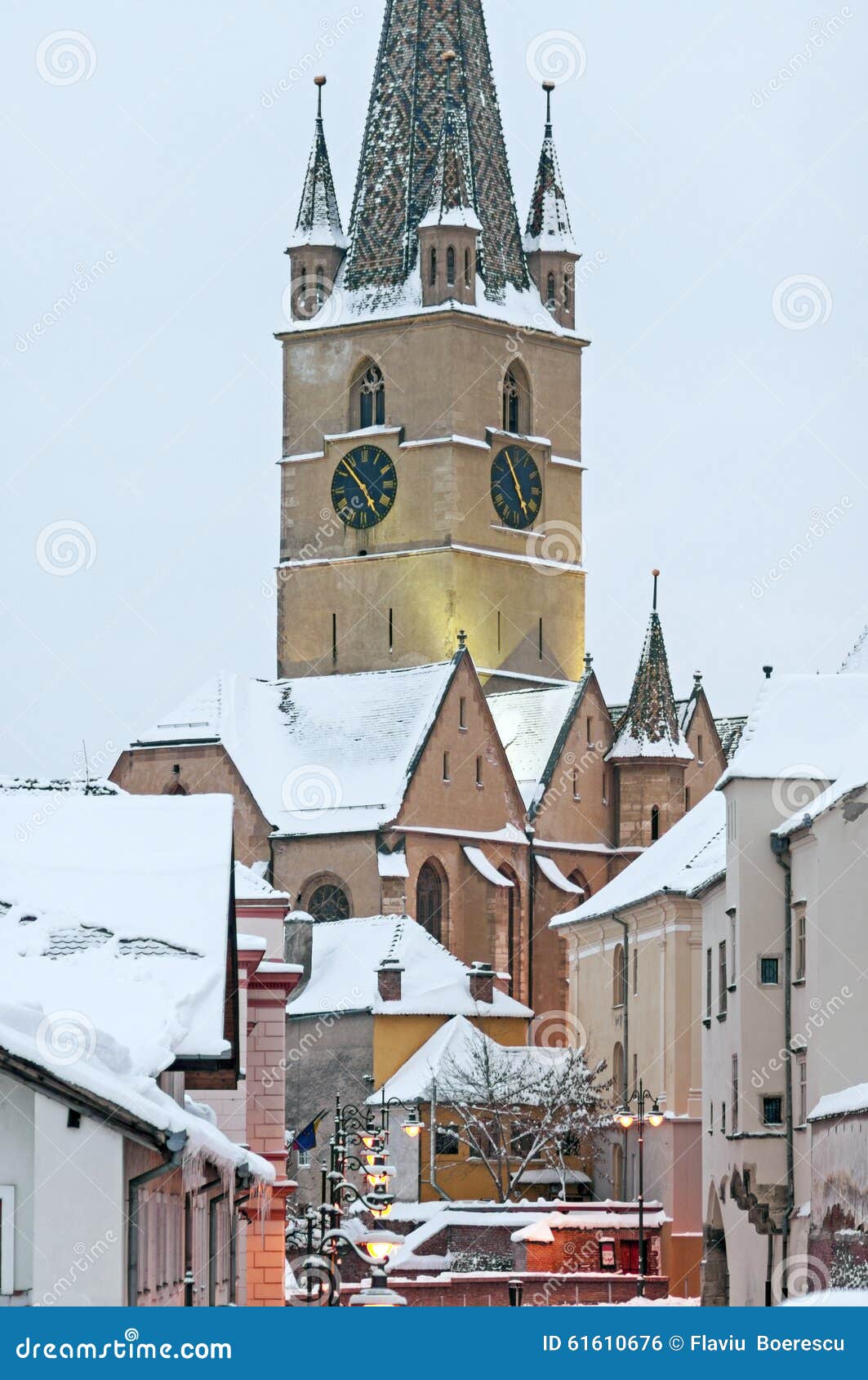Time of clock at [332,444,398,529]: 4:52
